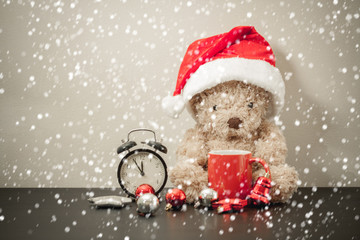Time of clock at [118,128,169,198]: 11:54
